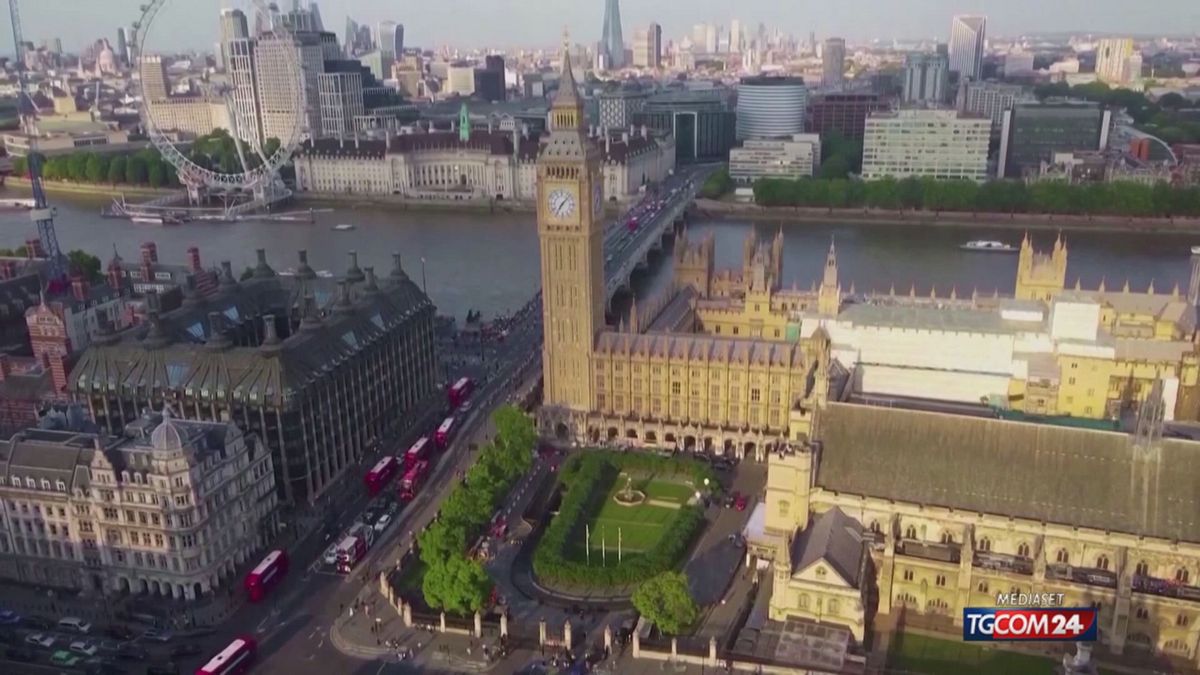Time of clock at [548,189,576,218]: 7:07
